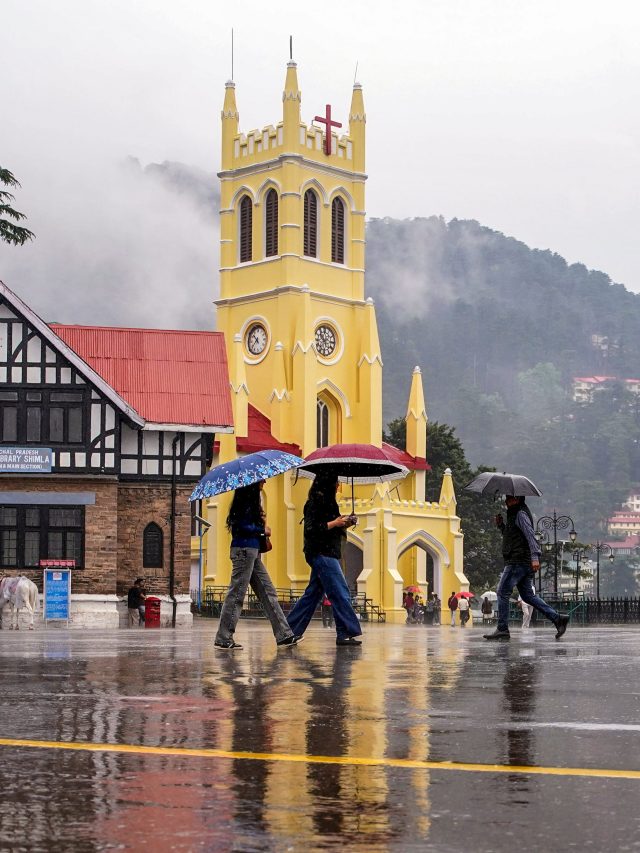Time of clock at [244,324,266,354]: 7:52
